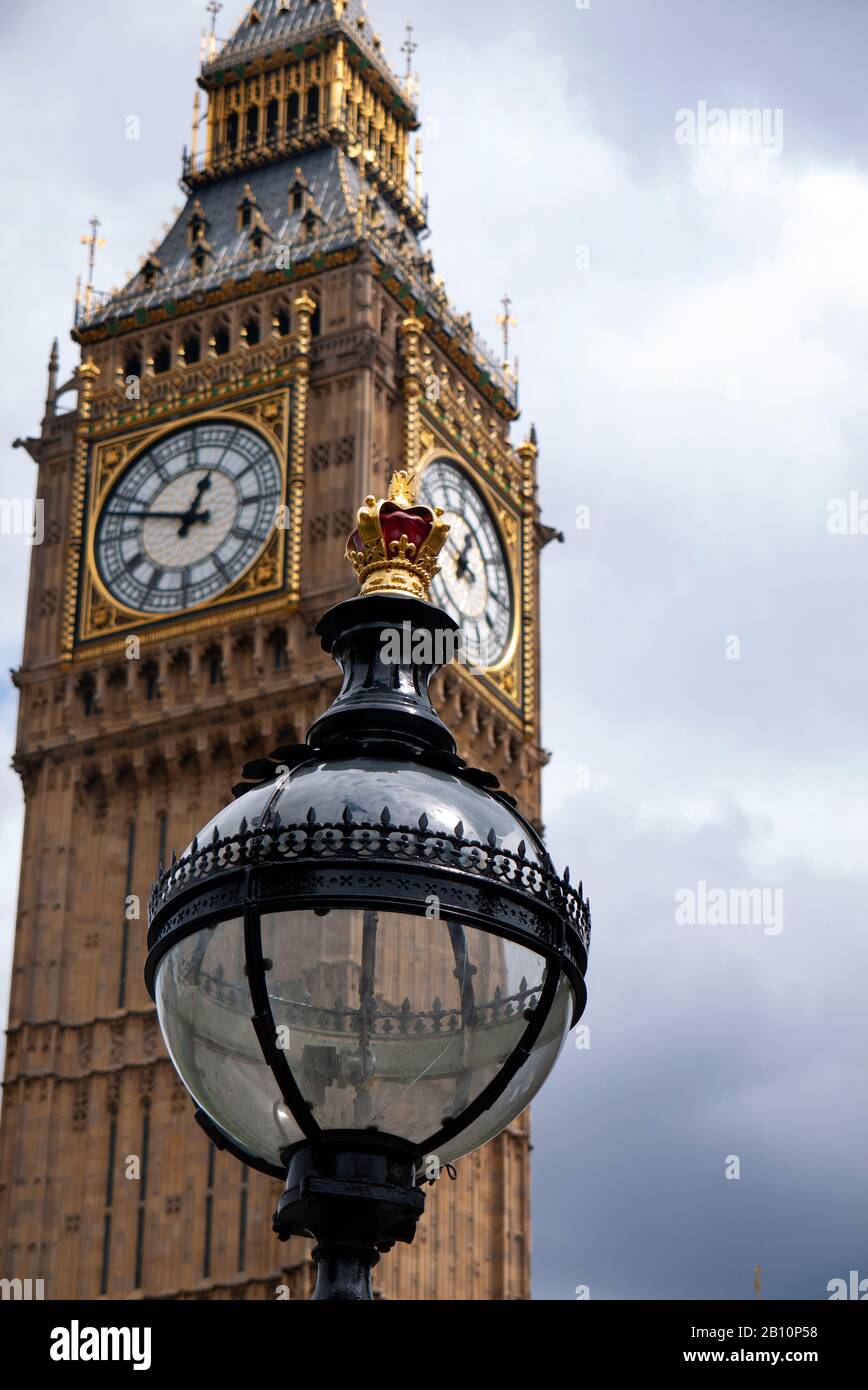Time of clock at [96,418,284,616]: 12:48
